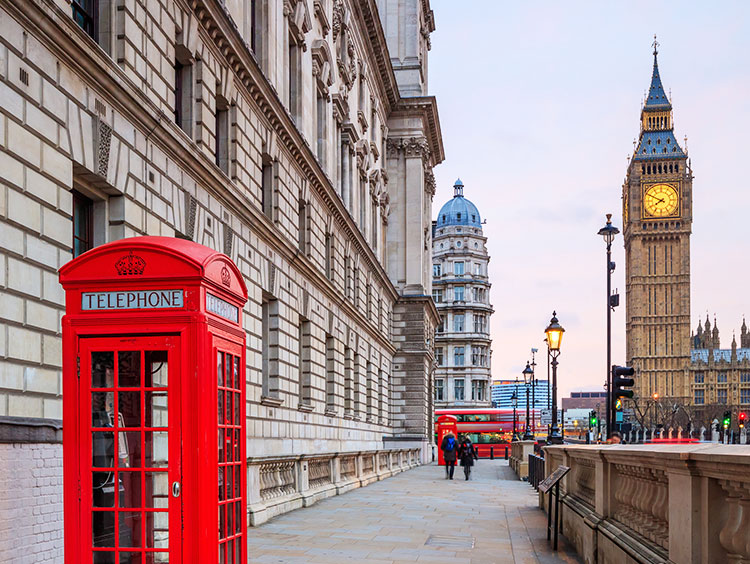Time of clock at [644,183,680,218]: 7:49
